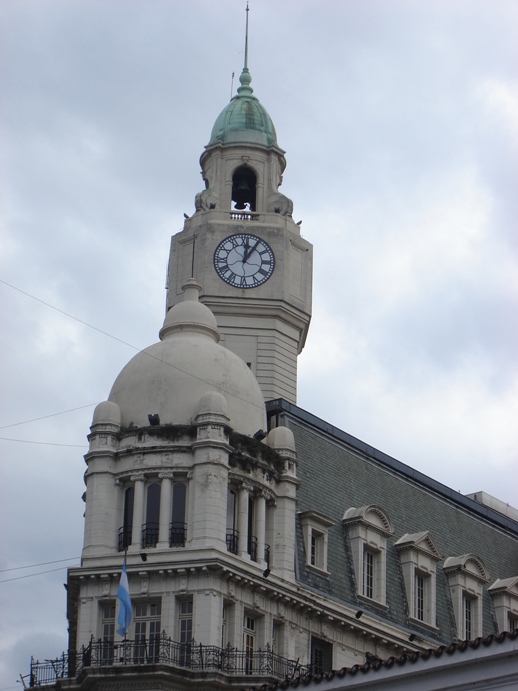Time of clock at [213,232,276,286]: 12:05
